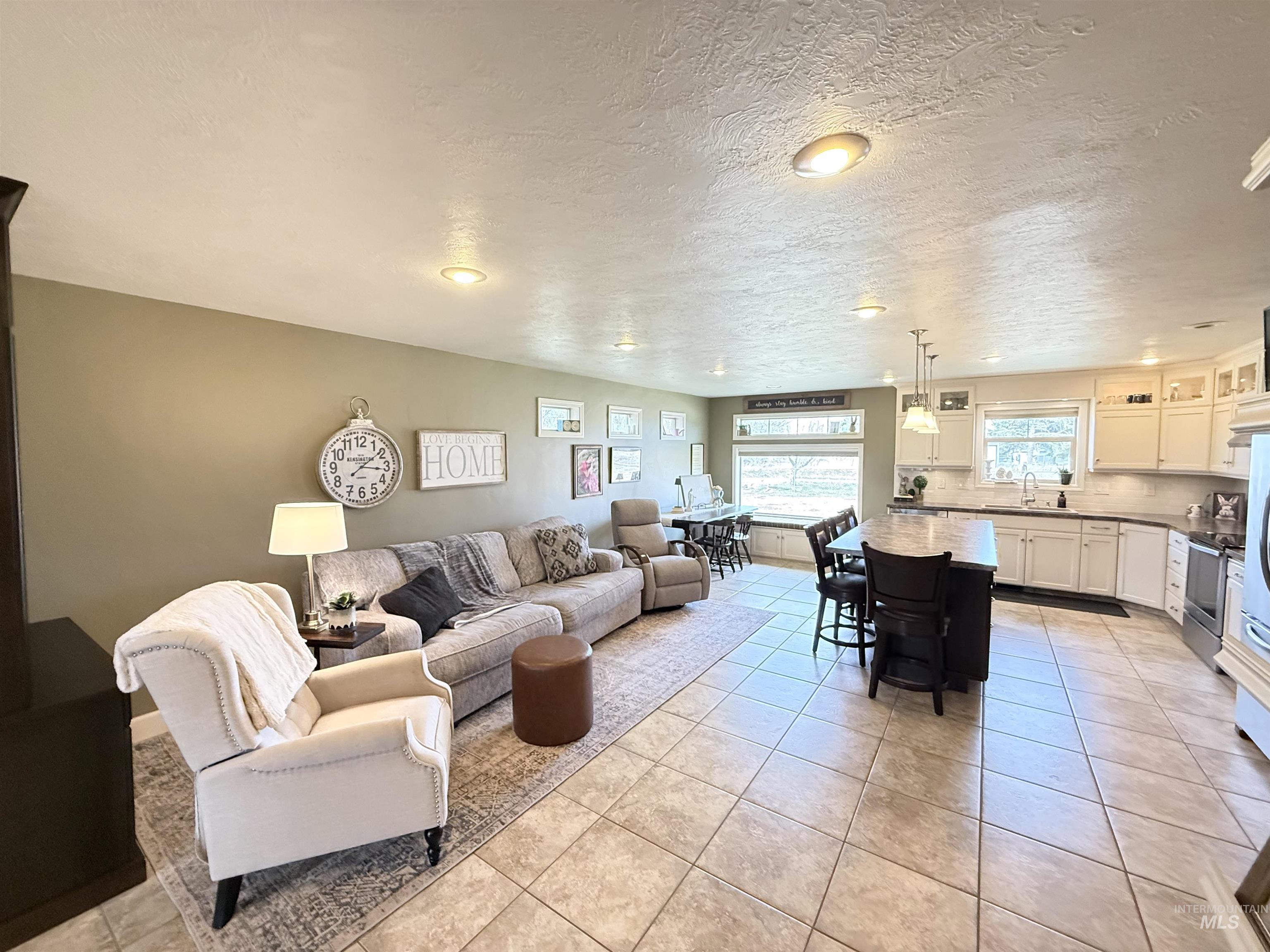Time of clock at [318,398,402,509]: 3:08
